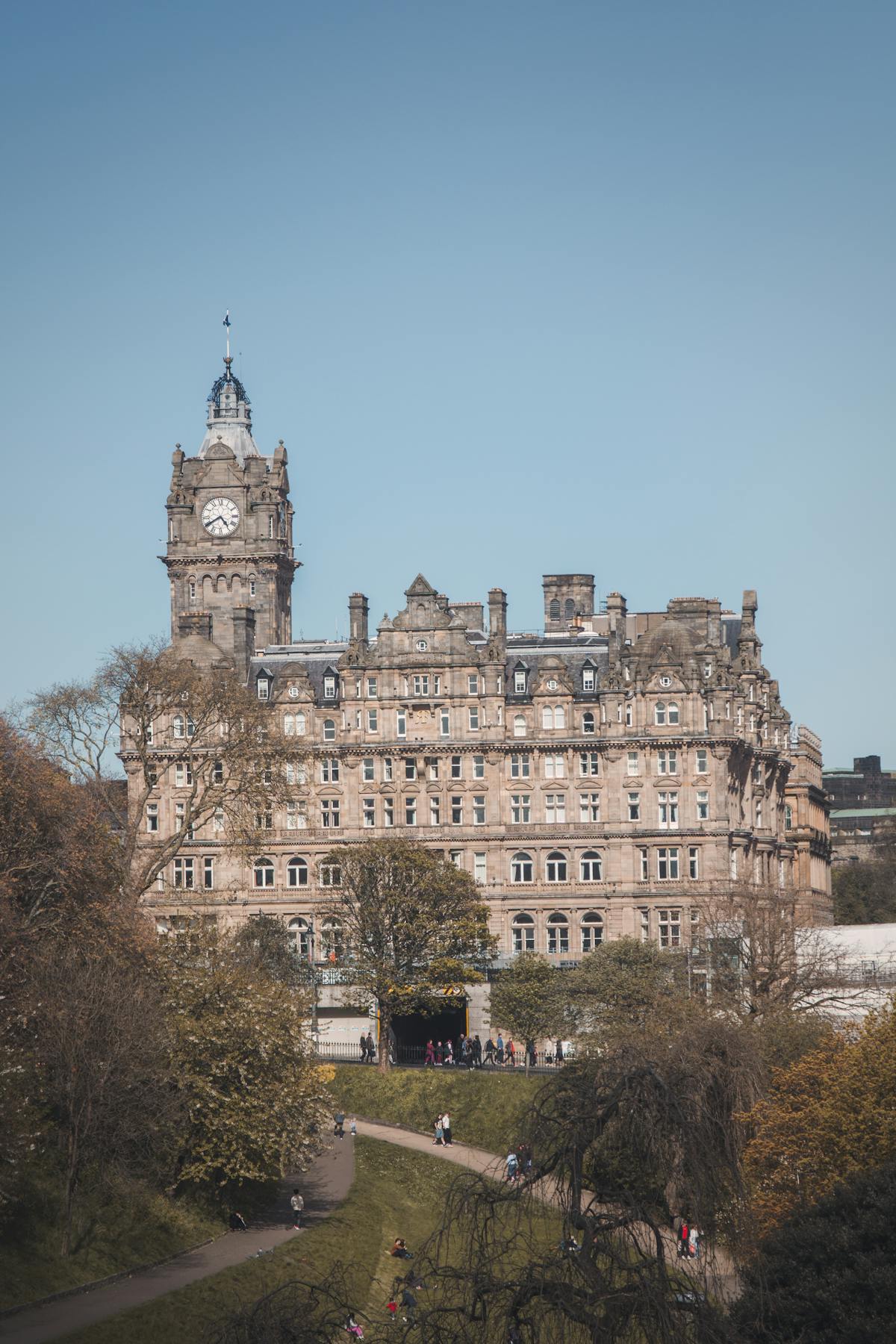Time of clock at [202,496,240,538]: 4:40
